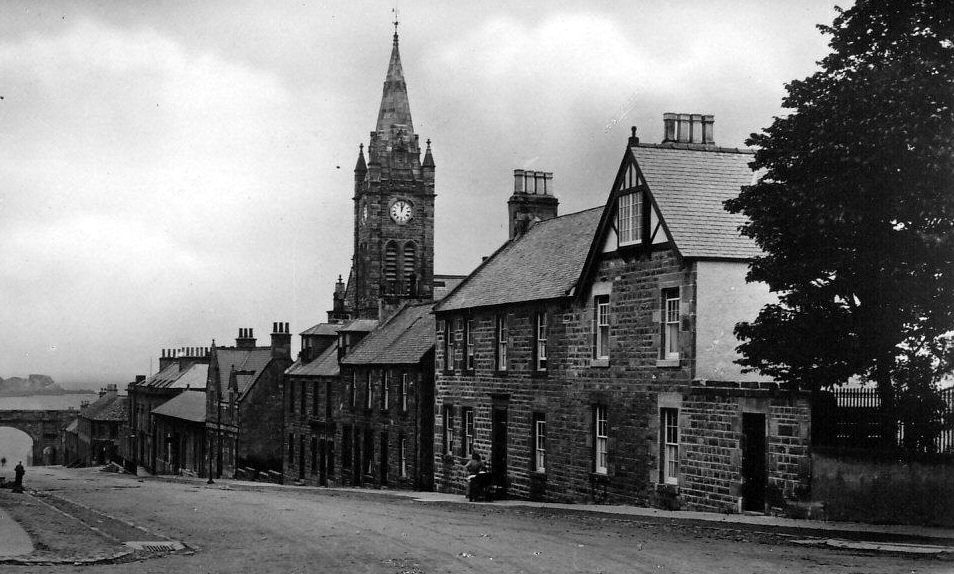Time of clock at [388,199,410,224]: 12:03
